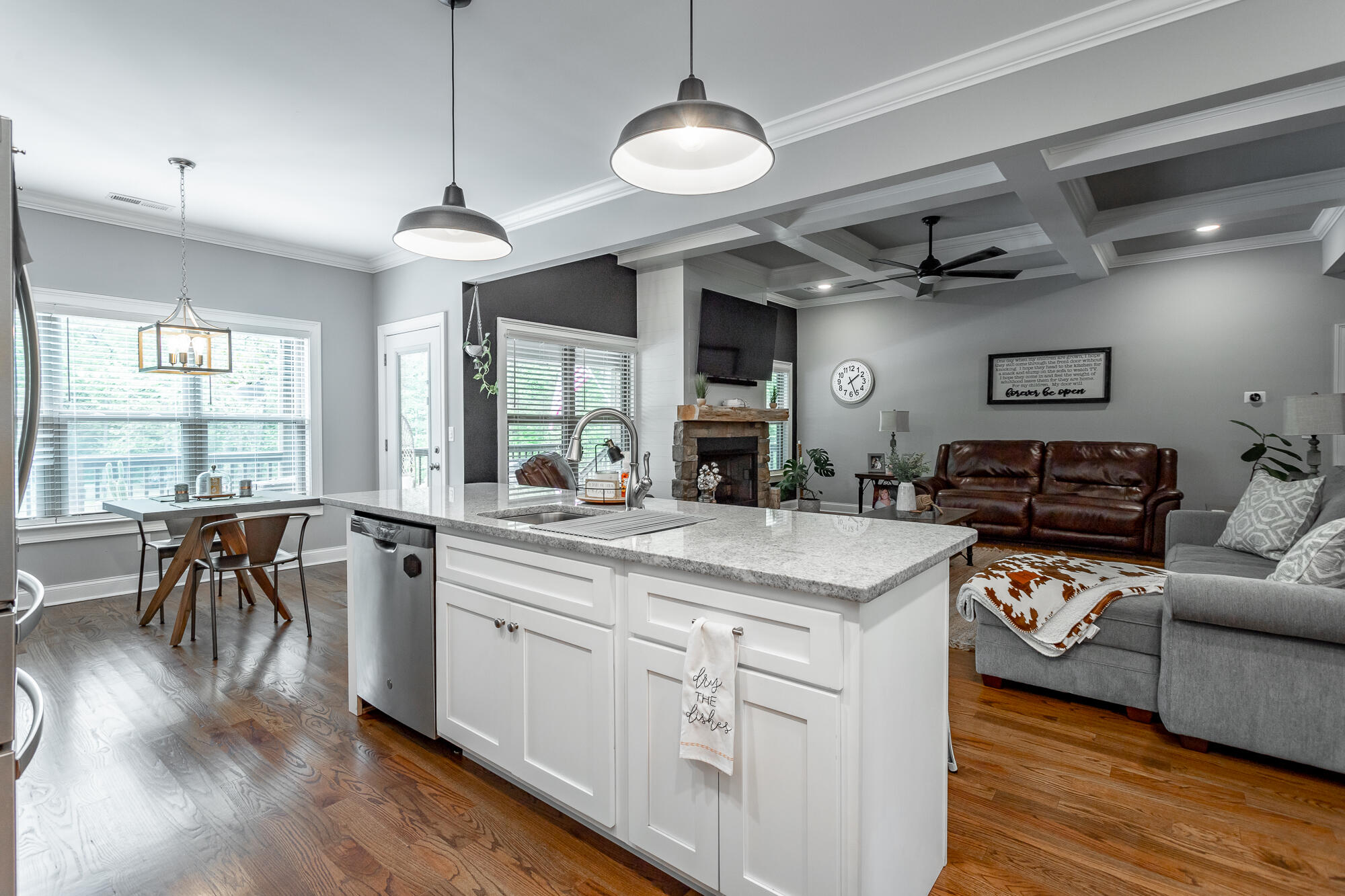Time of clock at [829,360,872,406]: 1:26
